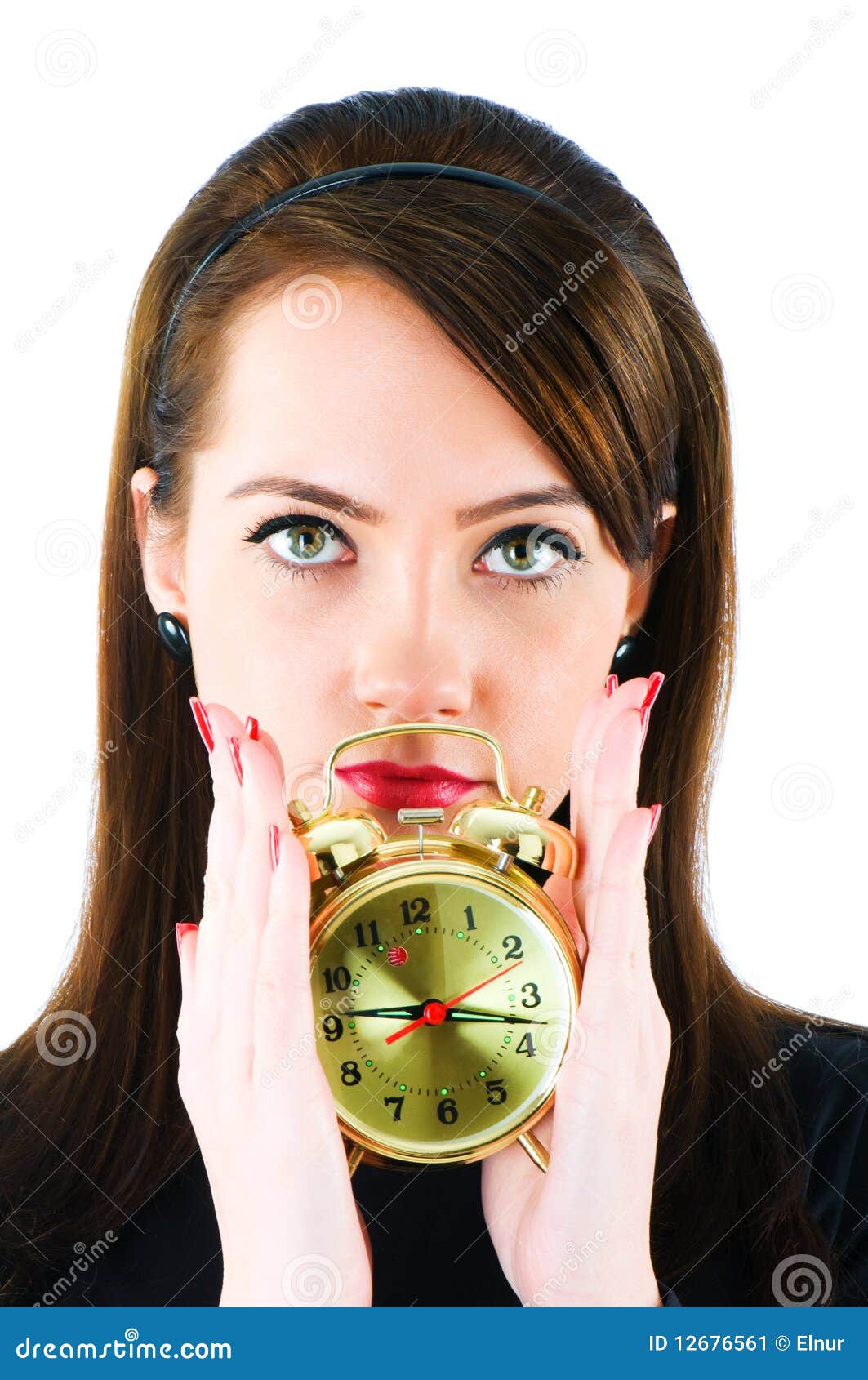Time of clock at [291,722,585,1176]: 9:17
